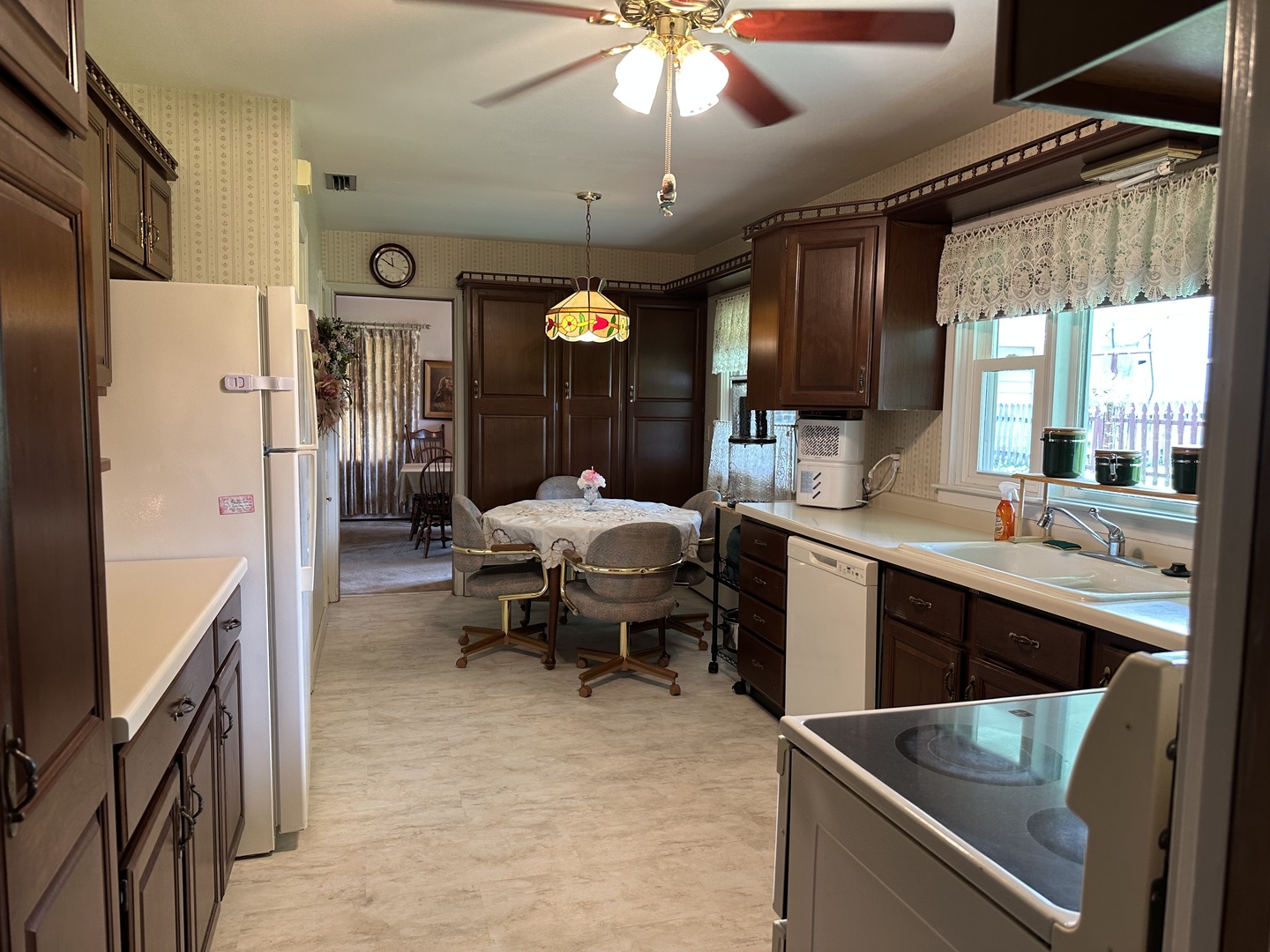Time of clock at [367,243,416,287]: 11:50
